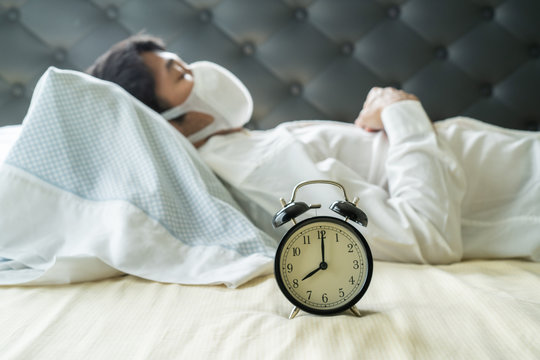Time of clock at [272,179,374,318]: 8:00
